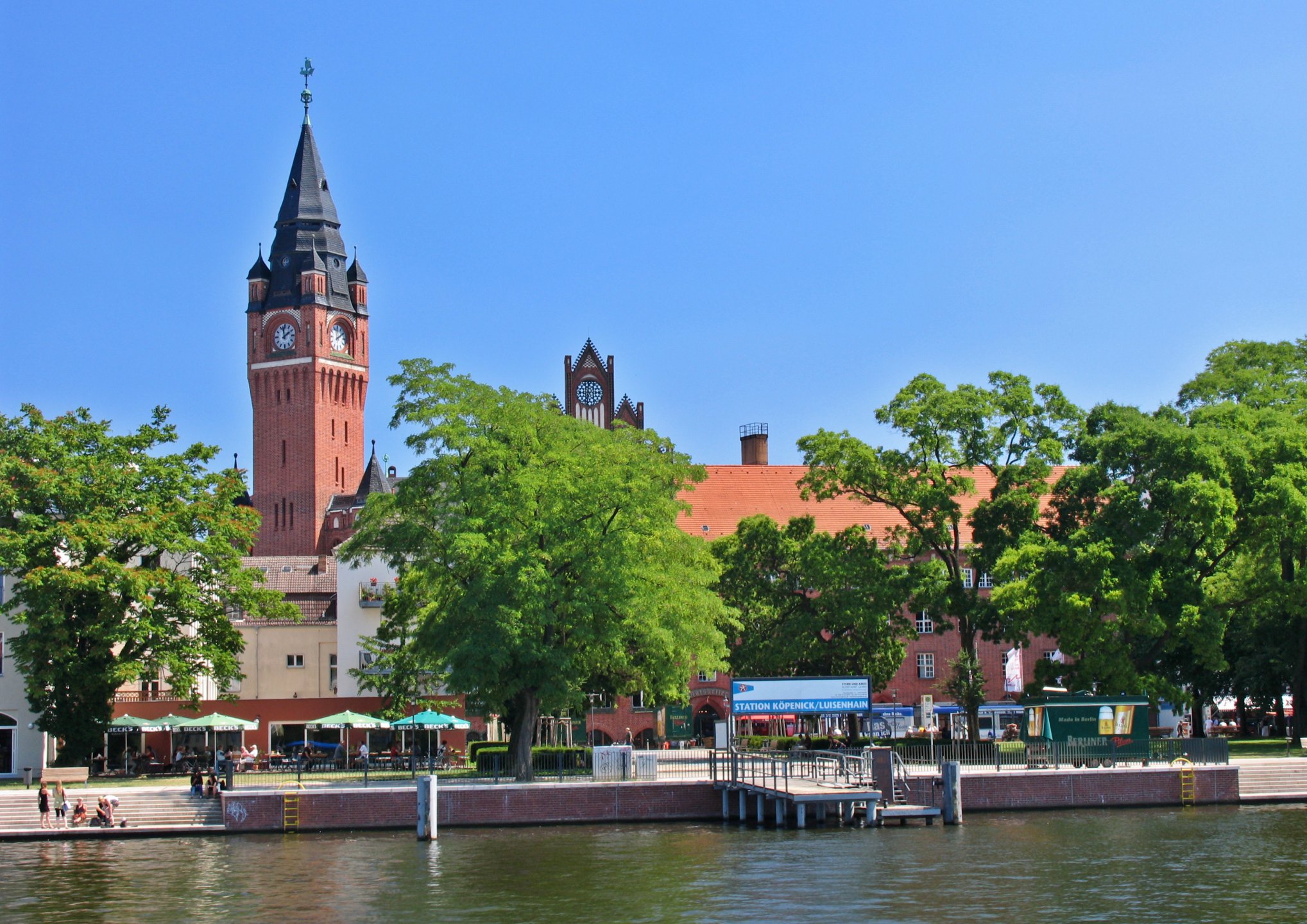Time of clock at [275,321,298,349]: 1:57
